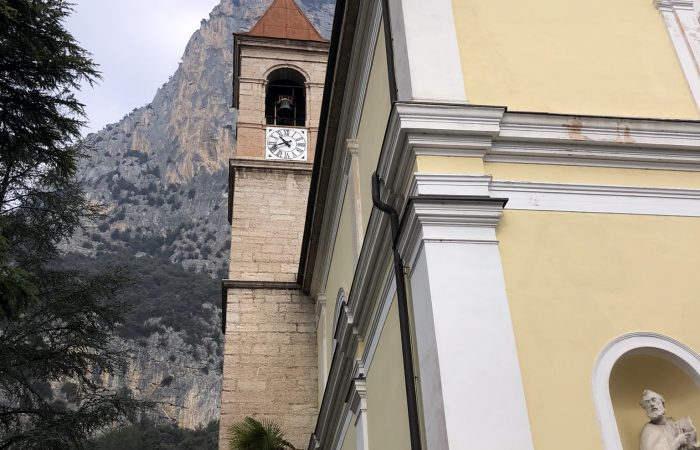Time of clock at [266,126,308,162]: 10:41
